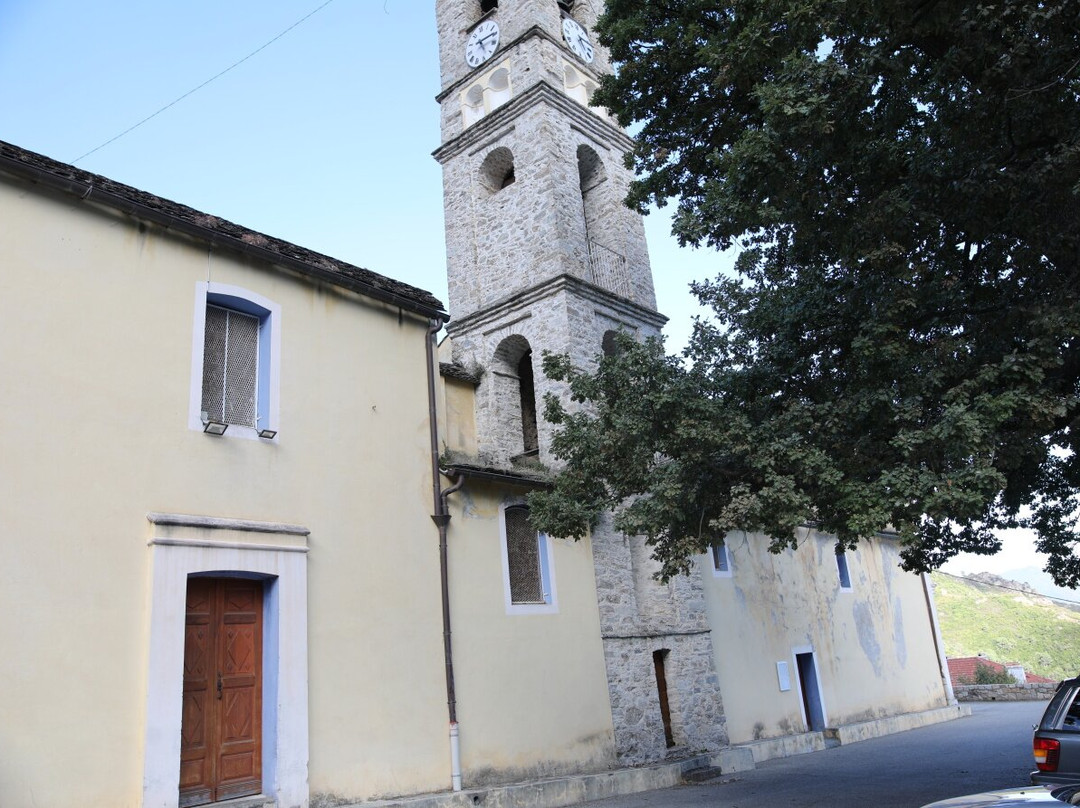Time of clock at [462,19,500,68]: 5:14
